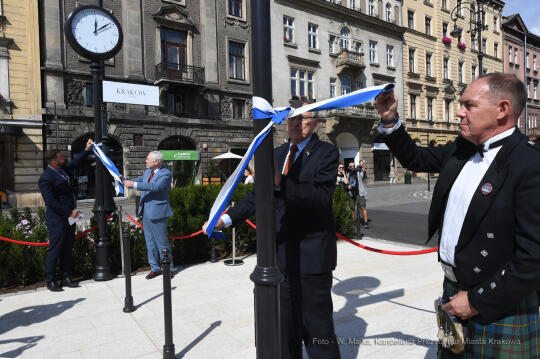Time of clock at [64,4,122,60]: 12:09
